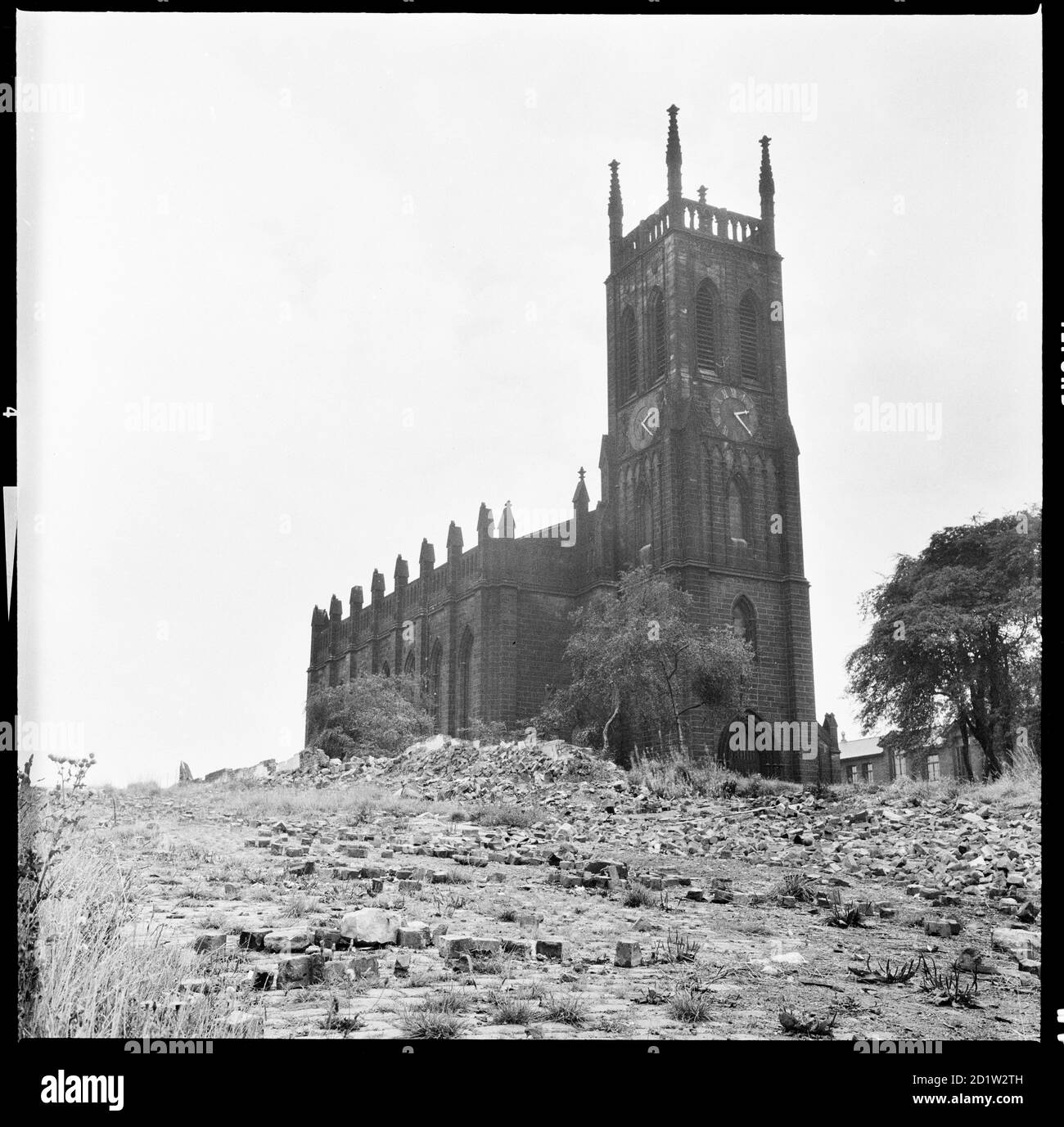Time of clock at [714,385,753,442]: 2:23
